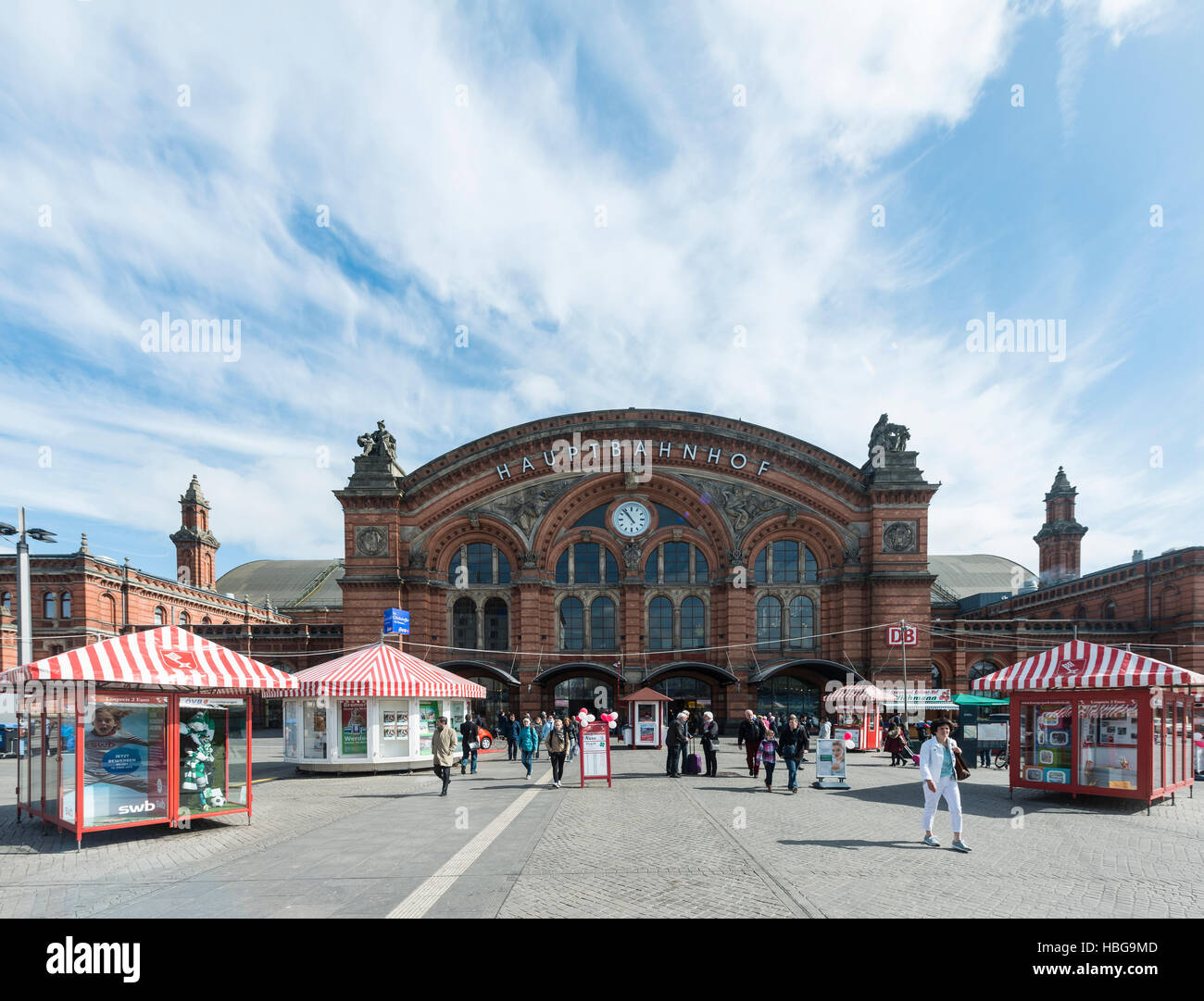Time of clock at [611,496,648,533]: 10:53
